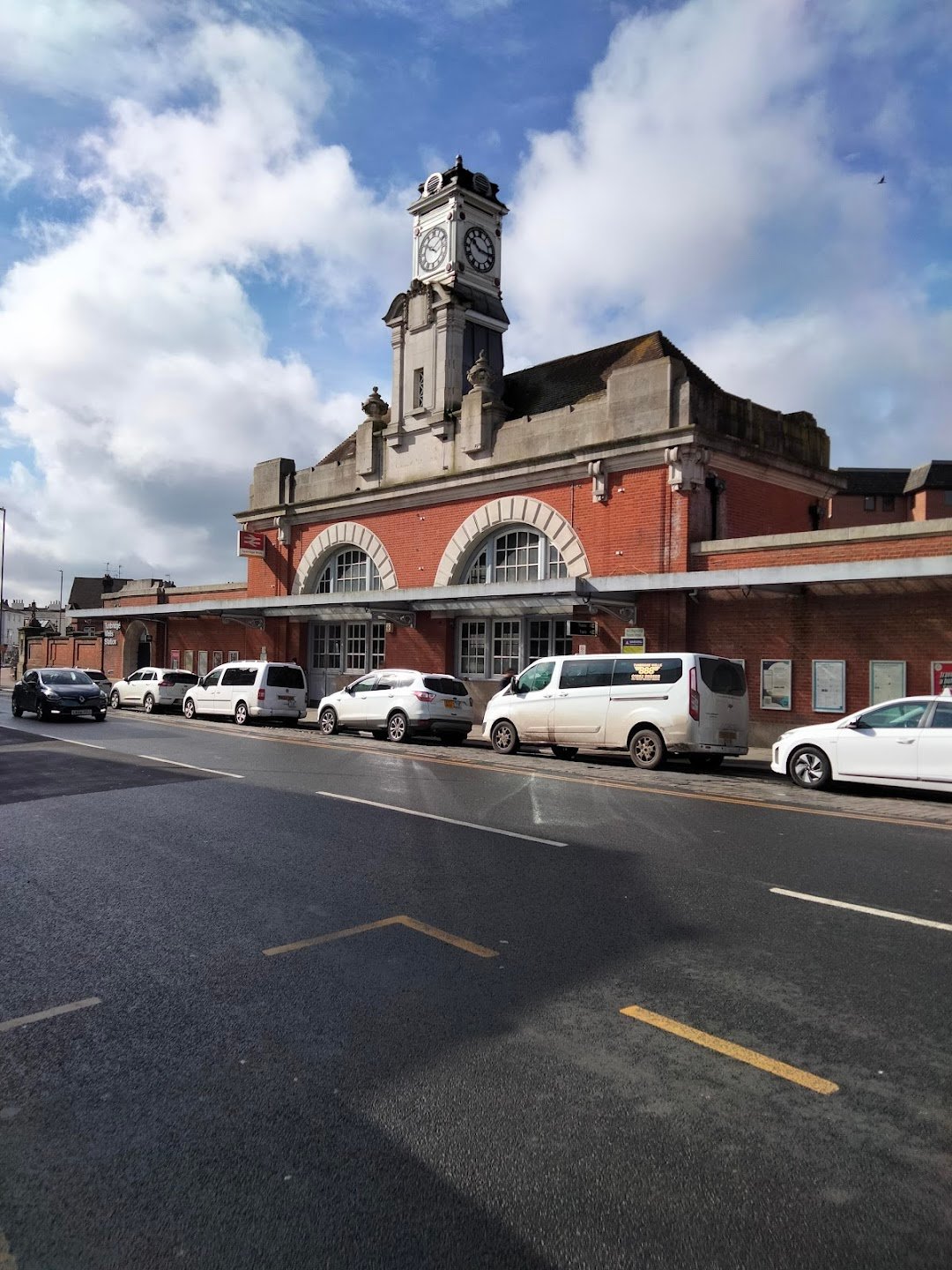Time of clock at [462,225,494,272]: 10:16
